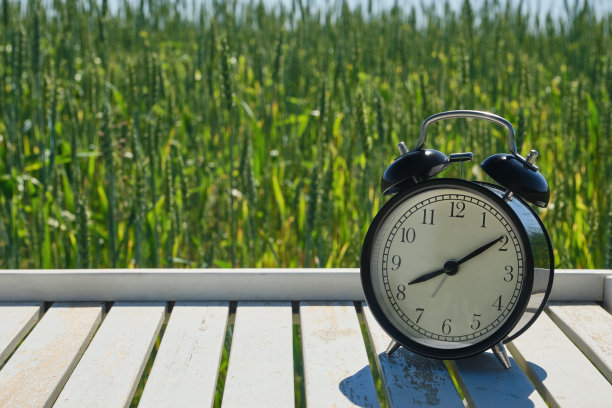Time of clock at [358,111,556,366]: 8:09
